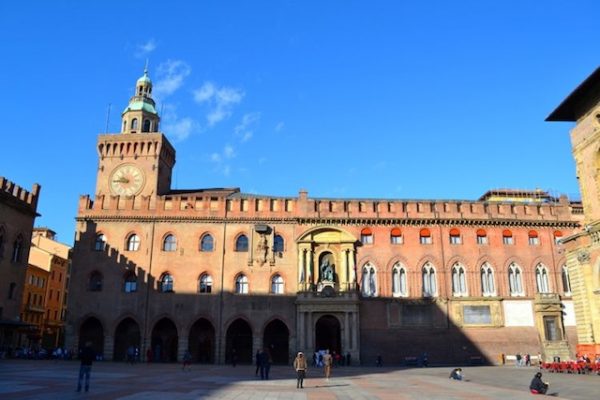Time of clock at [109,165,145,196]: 9:44
